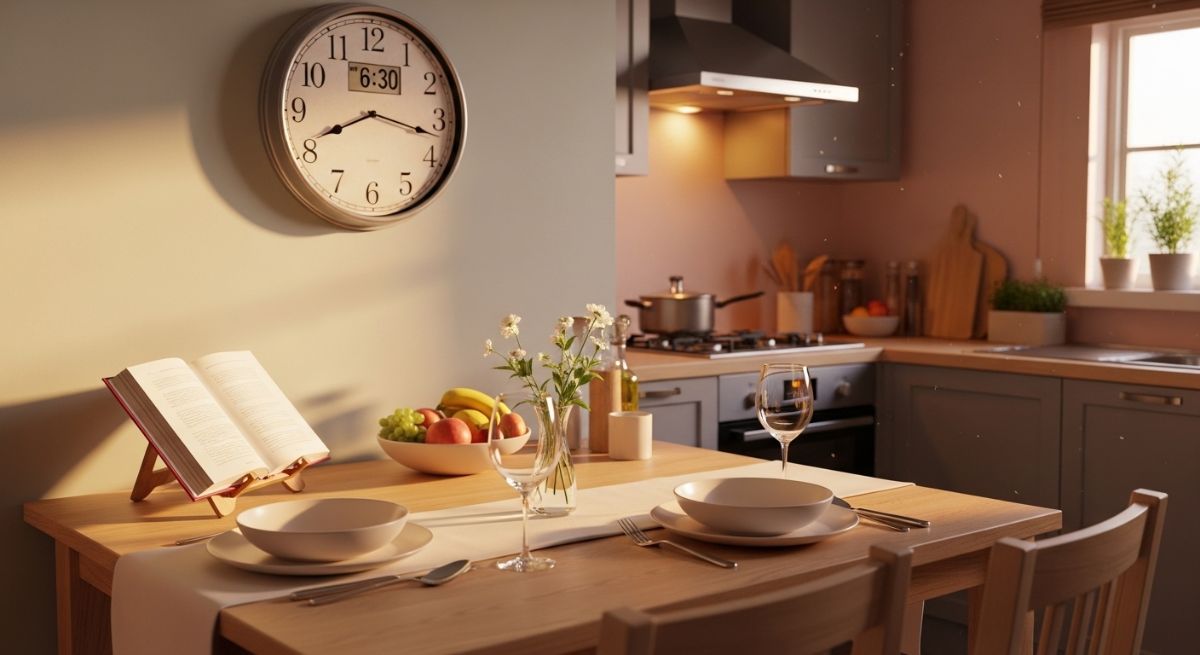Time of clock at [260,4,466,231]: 8:17
